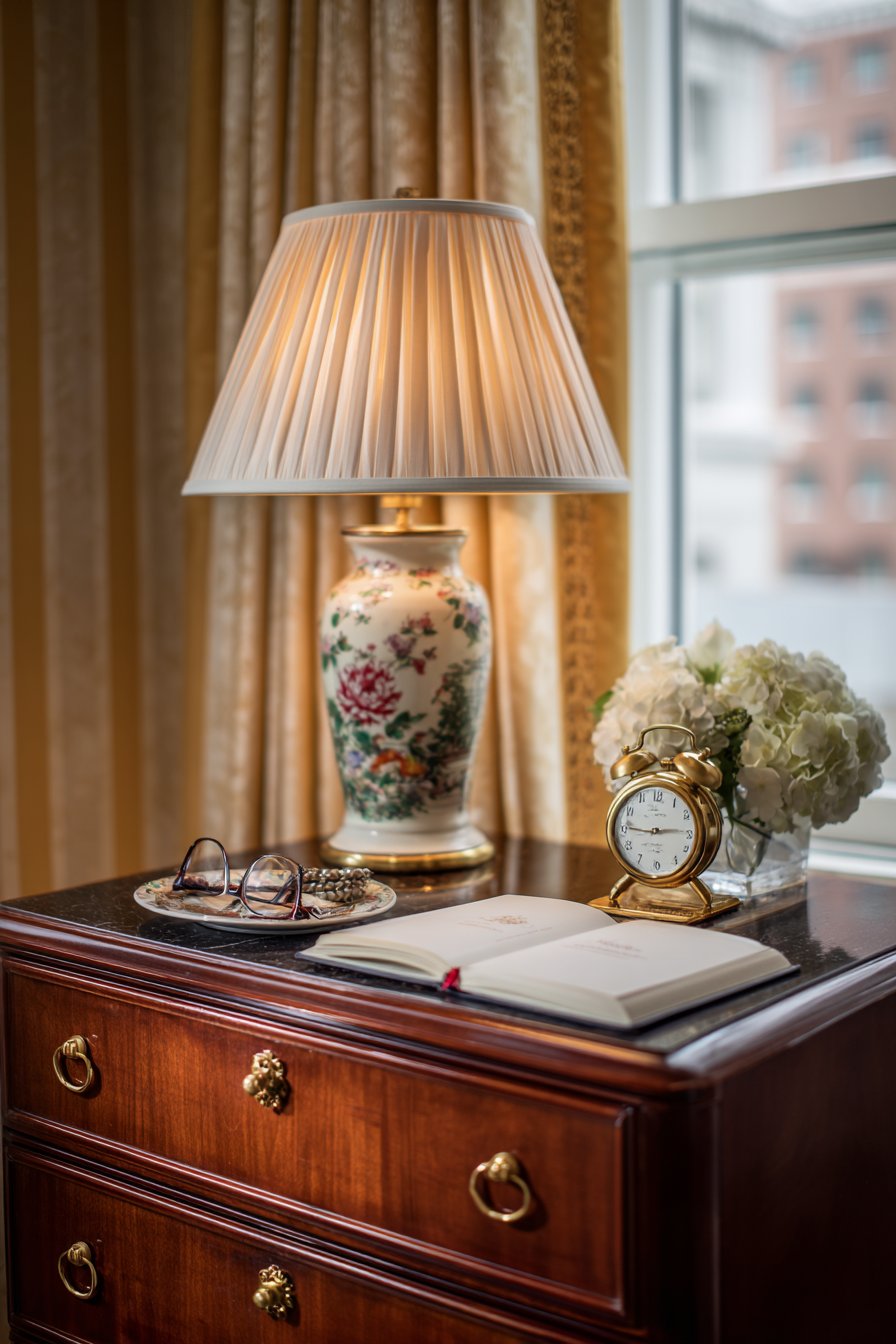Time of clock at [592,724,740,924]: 2:45
